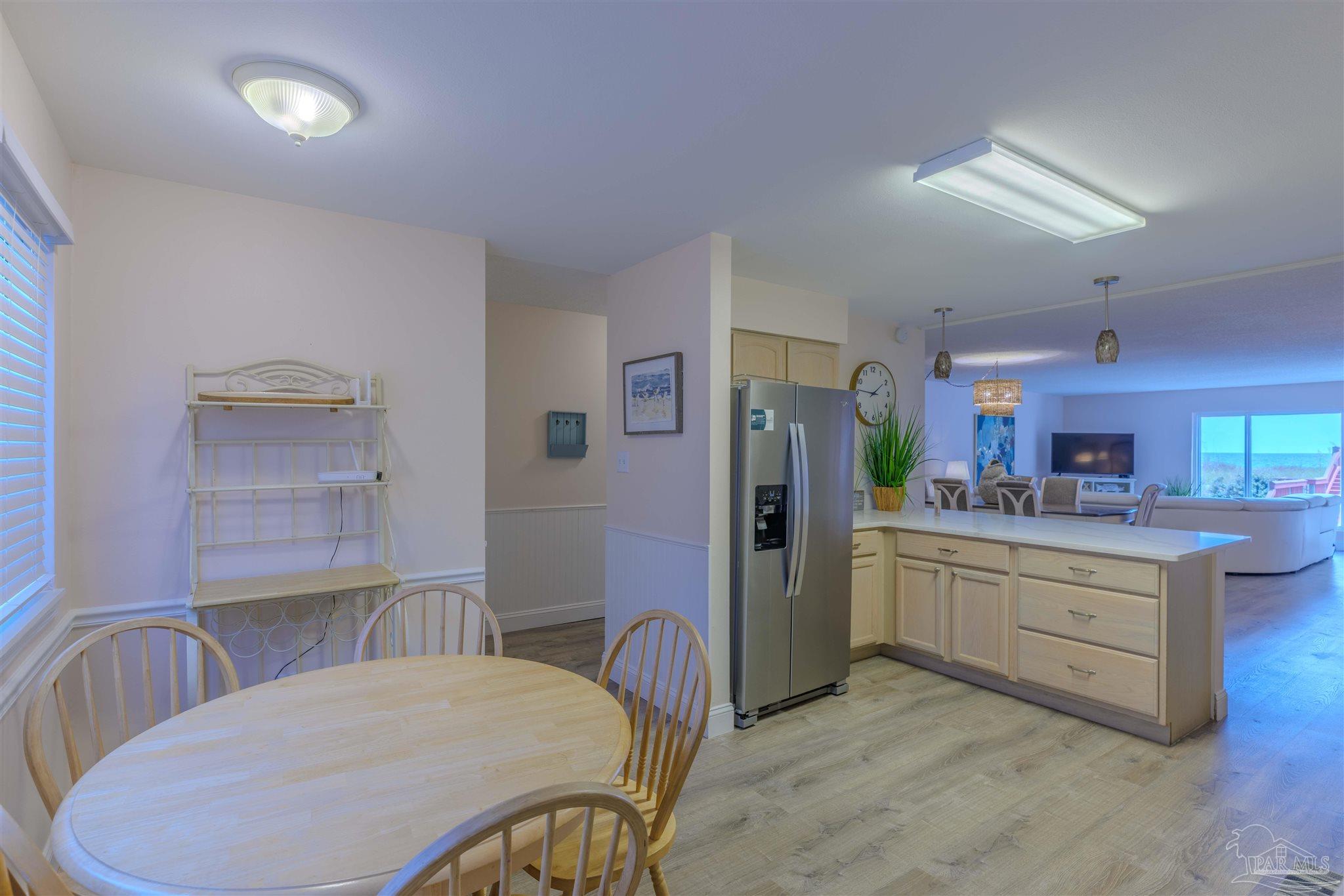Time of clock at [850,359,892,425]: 1:46
